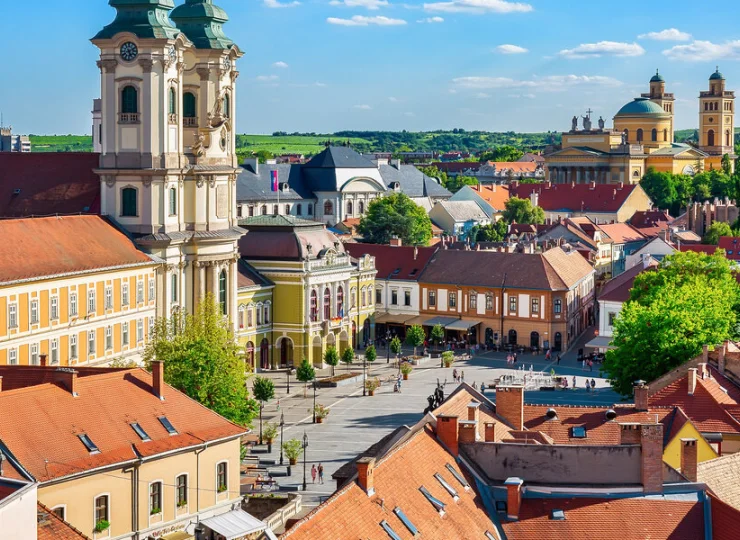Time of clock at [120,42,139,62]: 5:11
